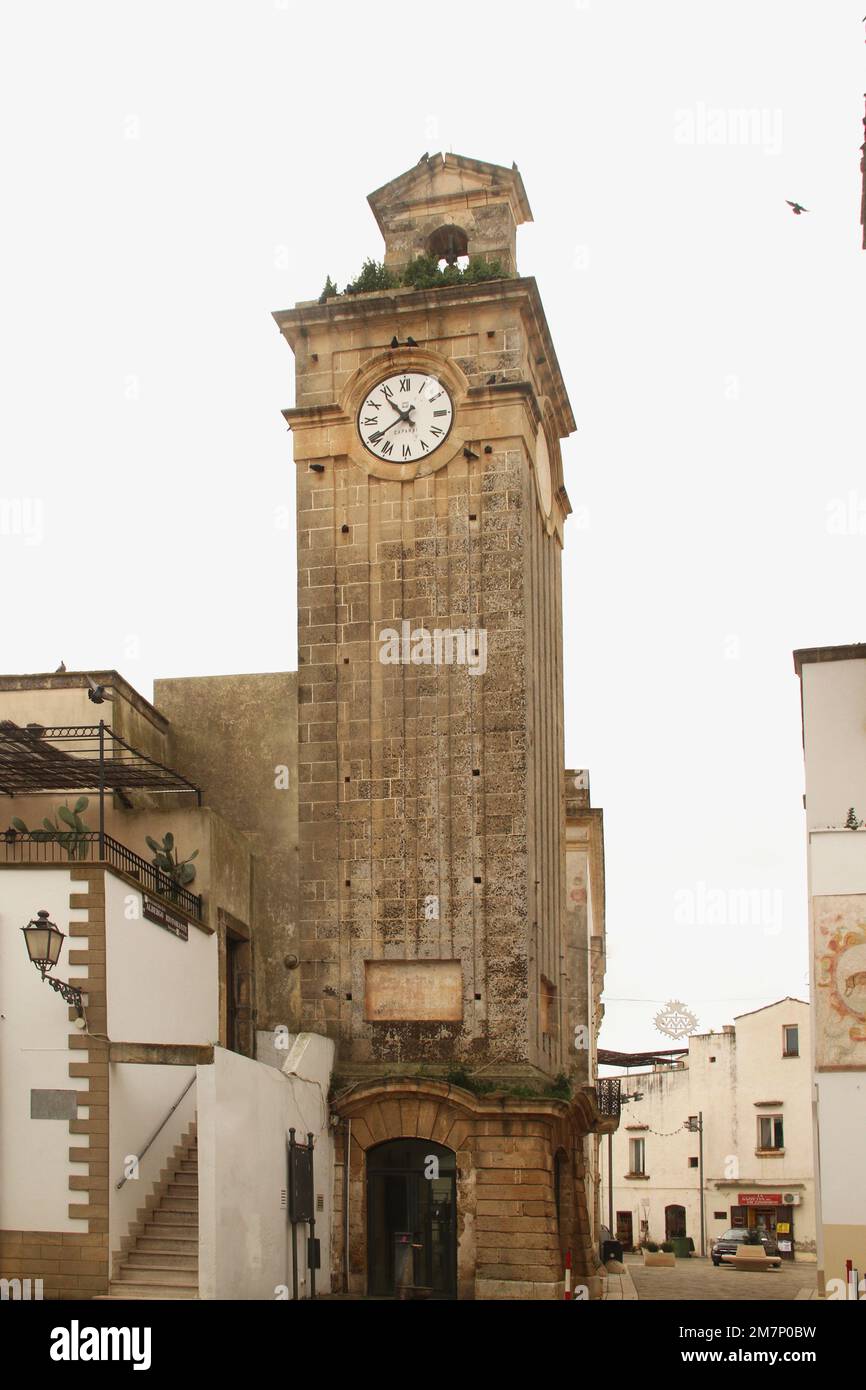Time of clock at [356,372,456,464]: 10:39
